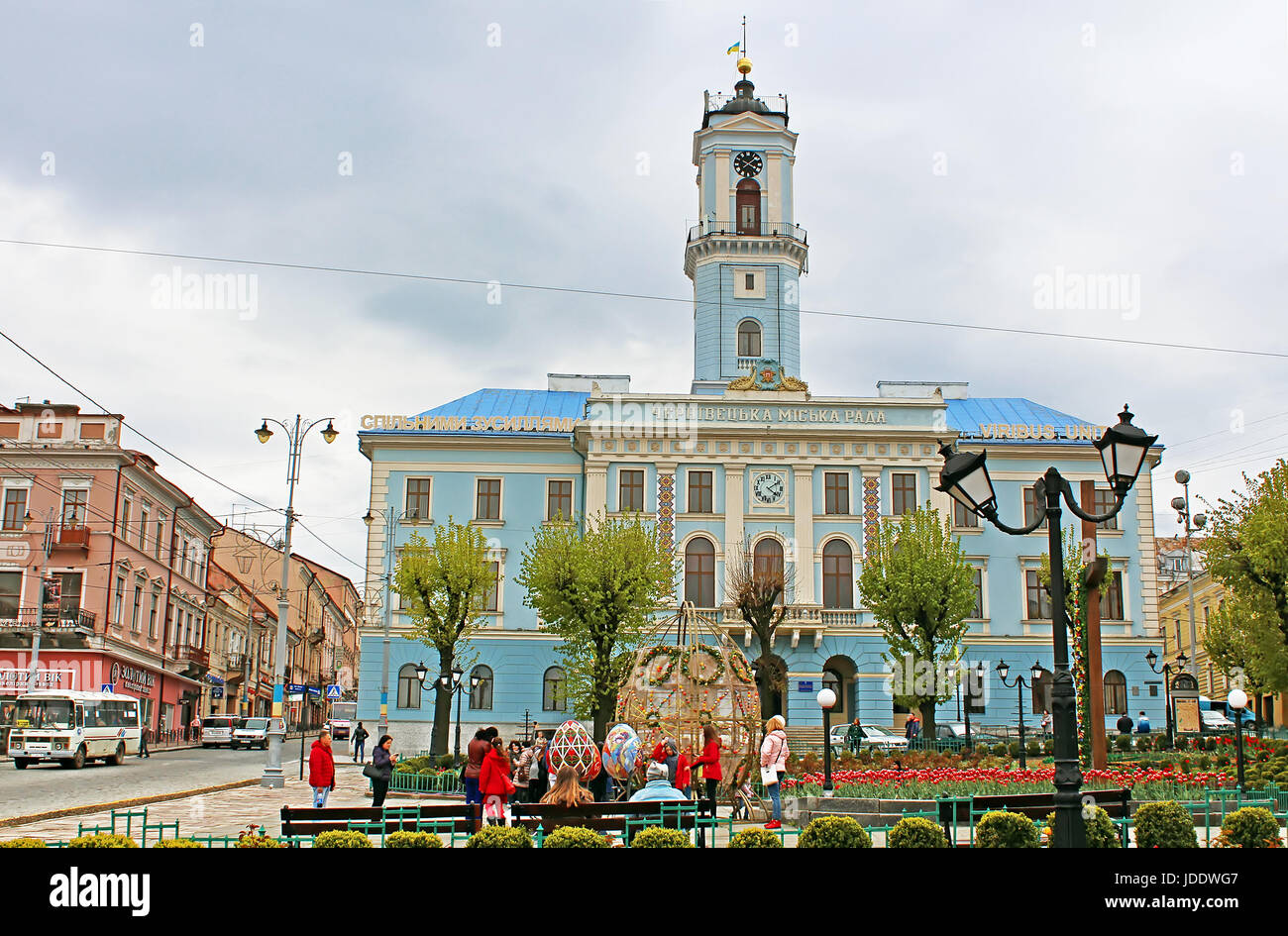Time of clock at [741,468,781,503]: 4:09
